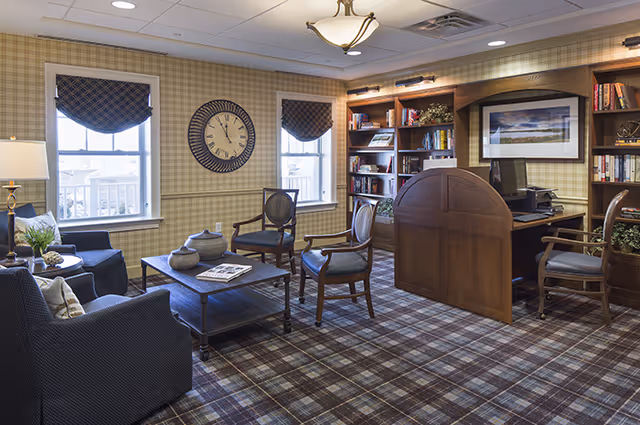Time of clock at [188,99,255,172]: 11:55
